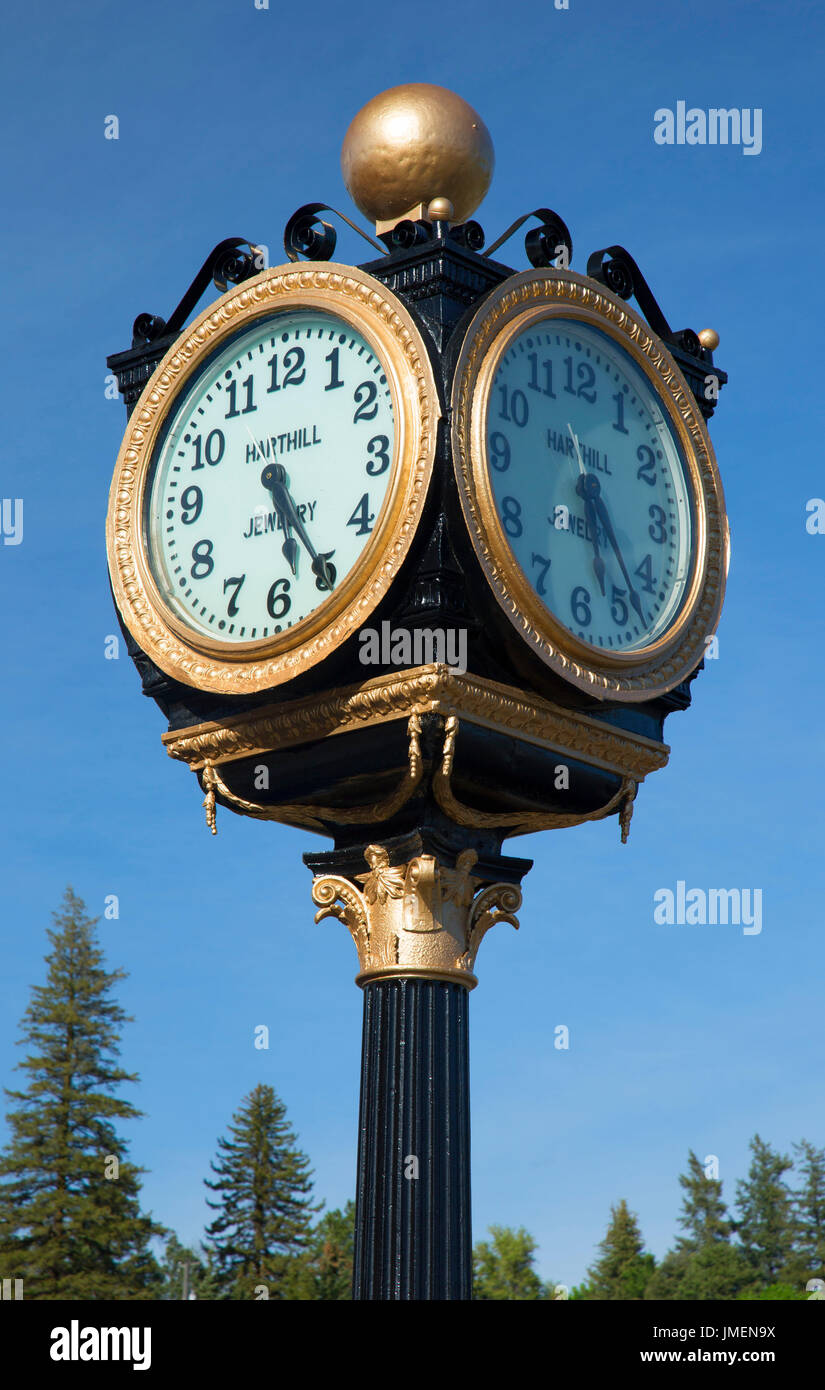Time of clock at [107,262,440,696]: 5:24
